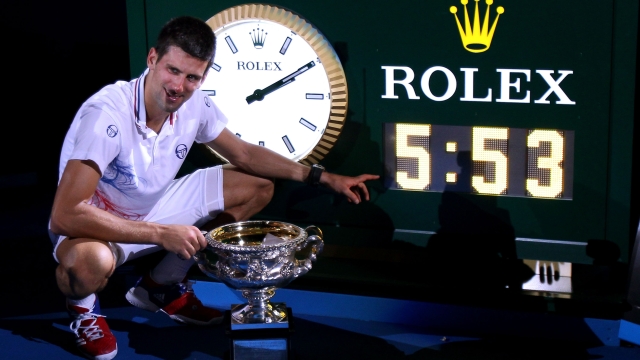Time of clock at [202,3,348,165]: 2:09
